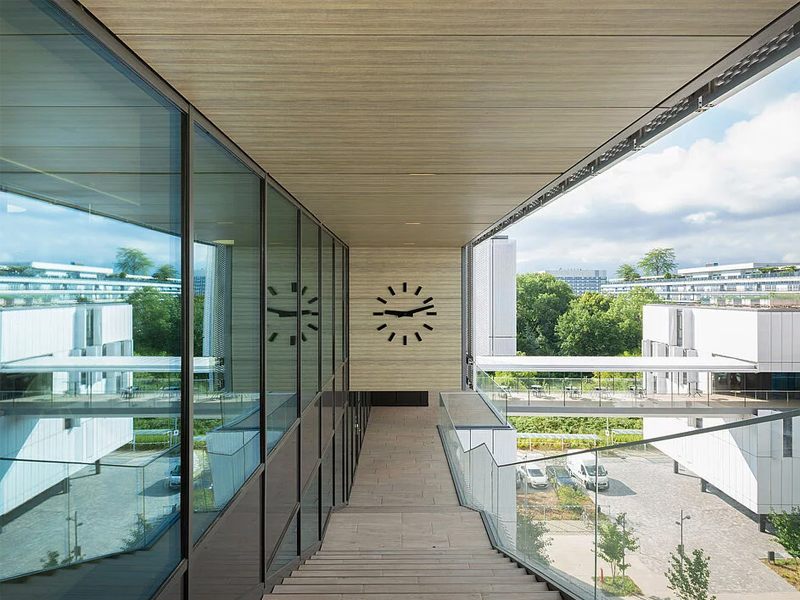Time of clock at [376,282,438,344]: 9:12
